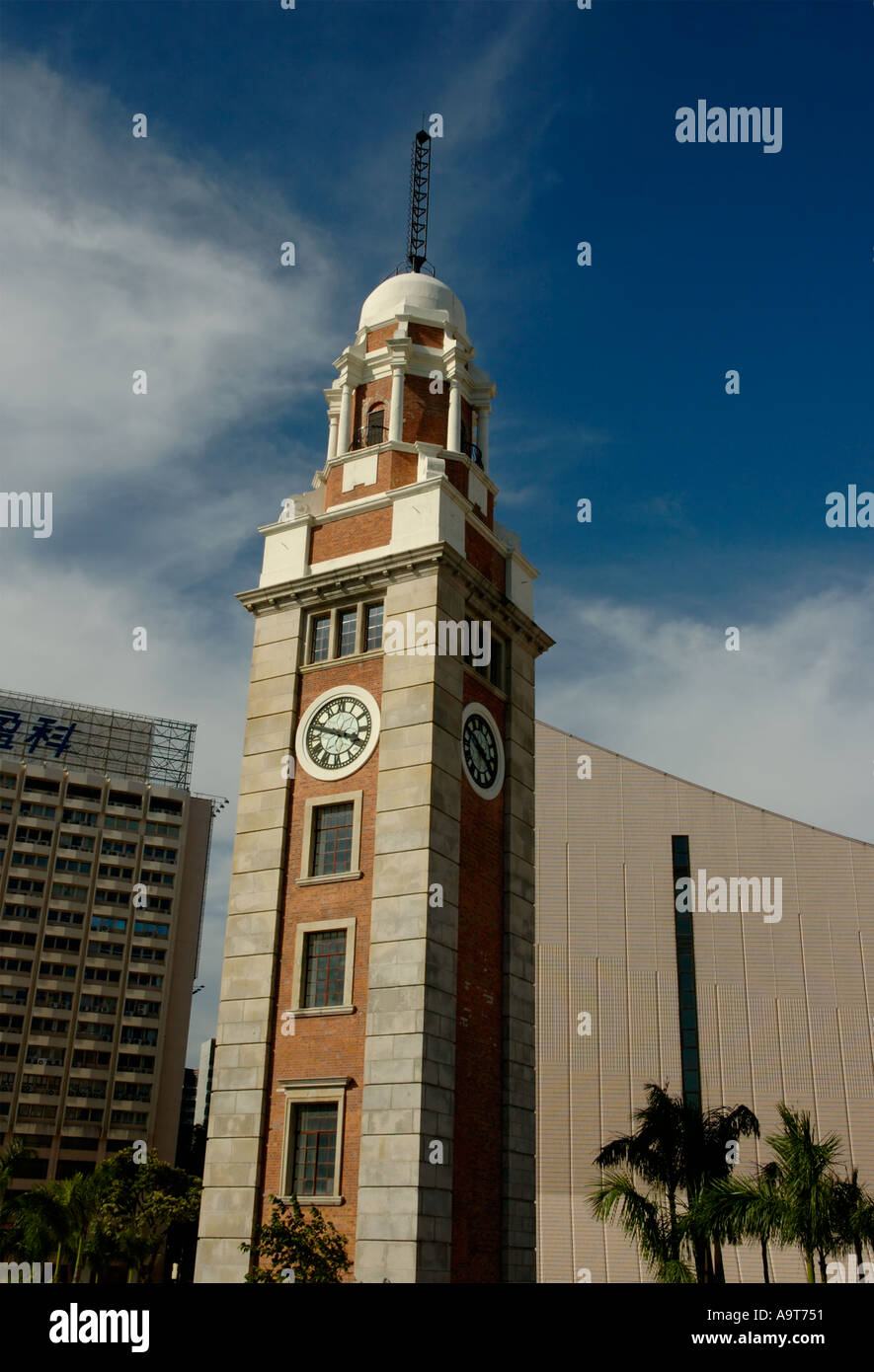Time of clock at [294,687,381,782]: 3:47
